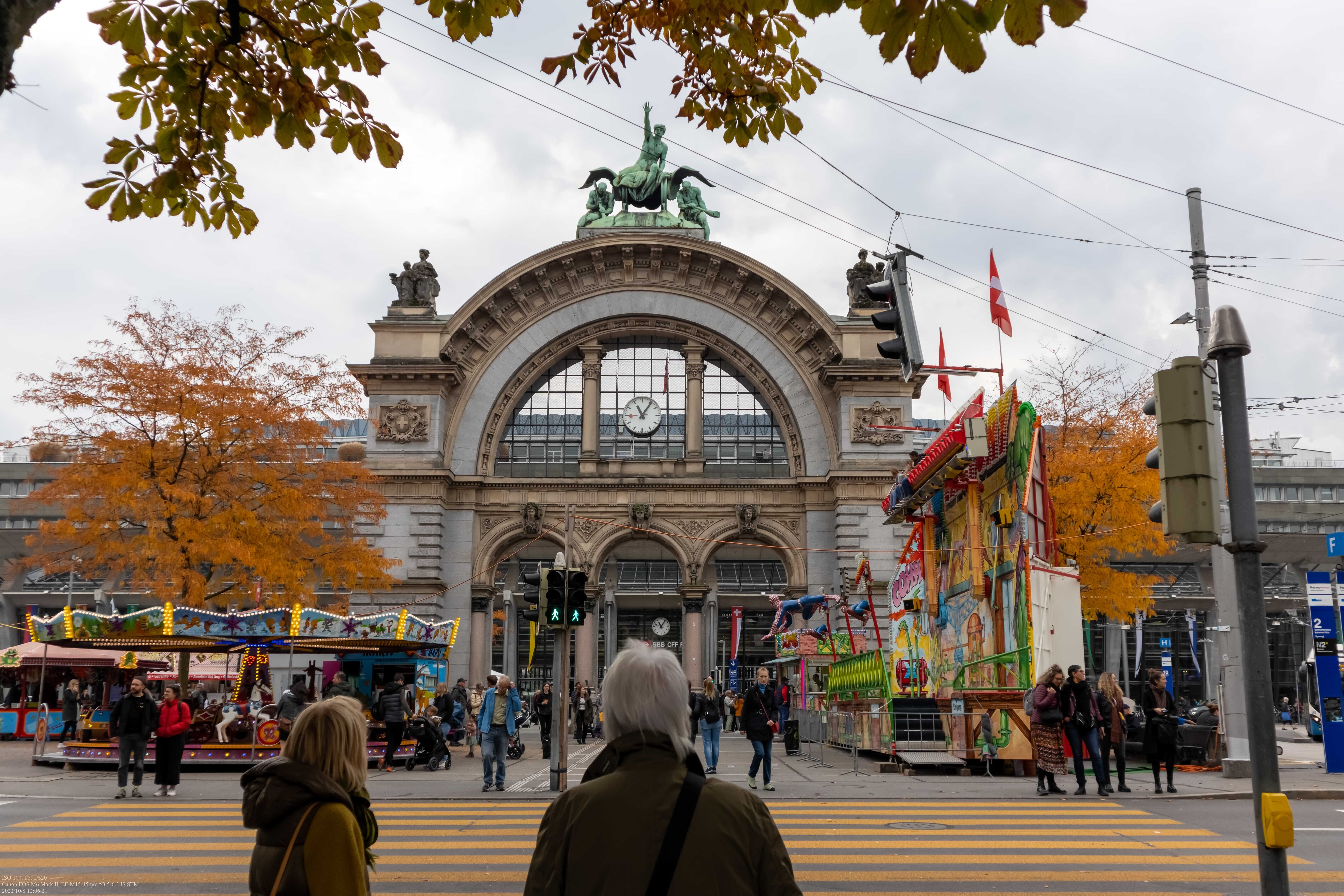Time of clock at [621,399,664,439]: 11:06
